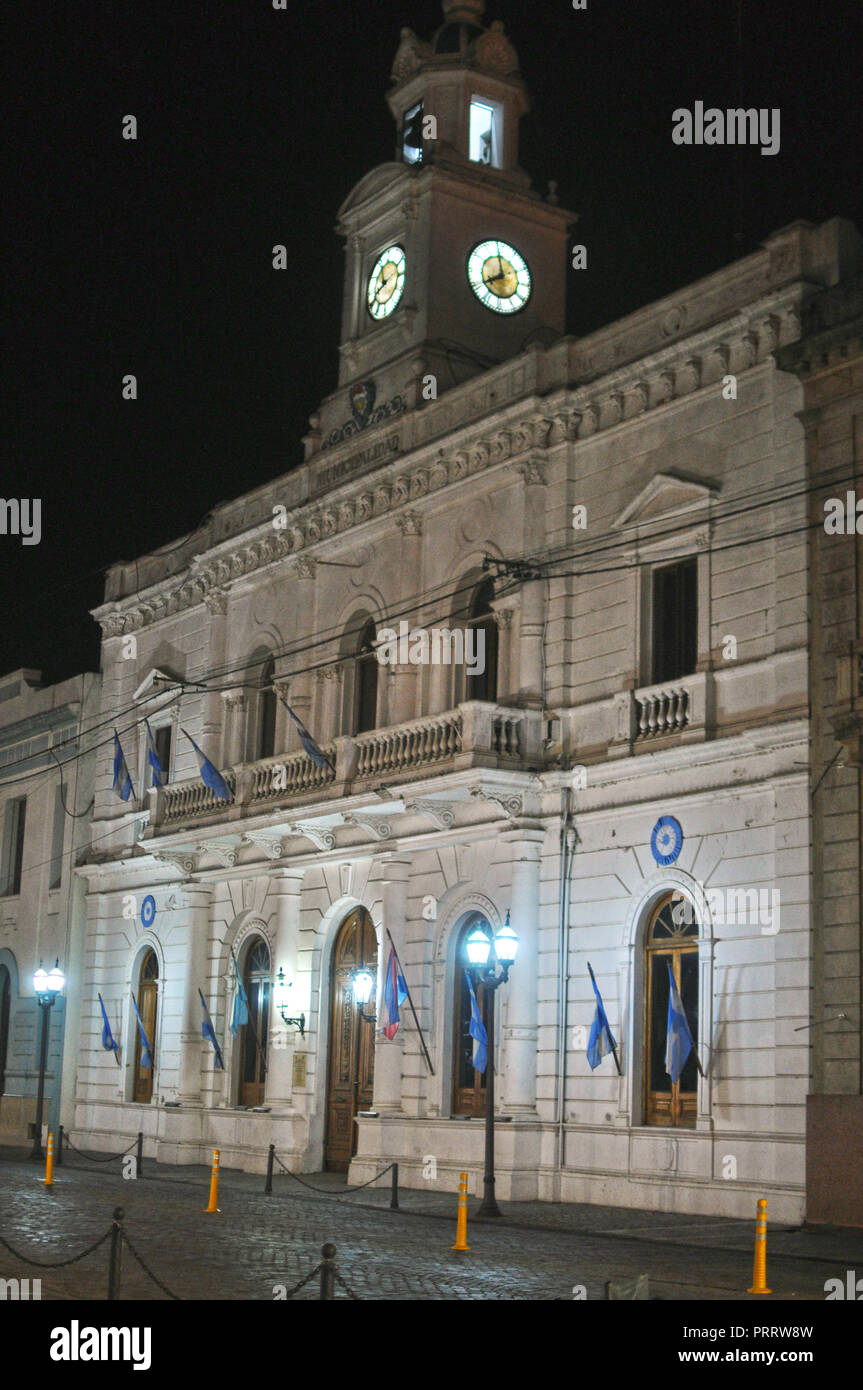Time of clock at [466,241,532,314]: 7:58
